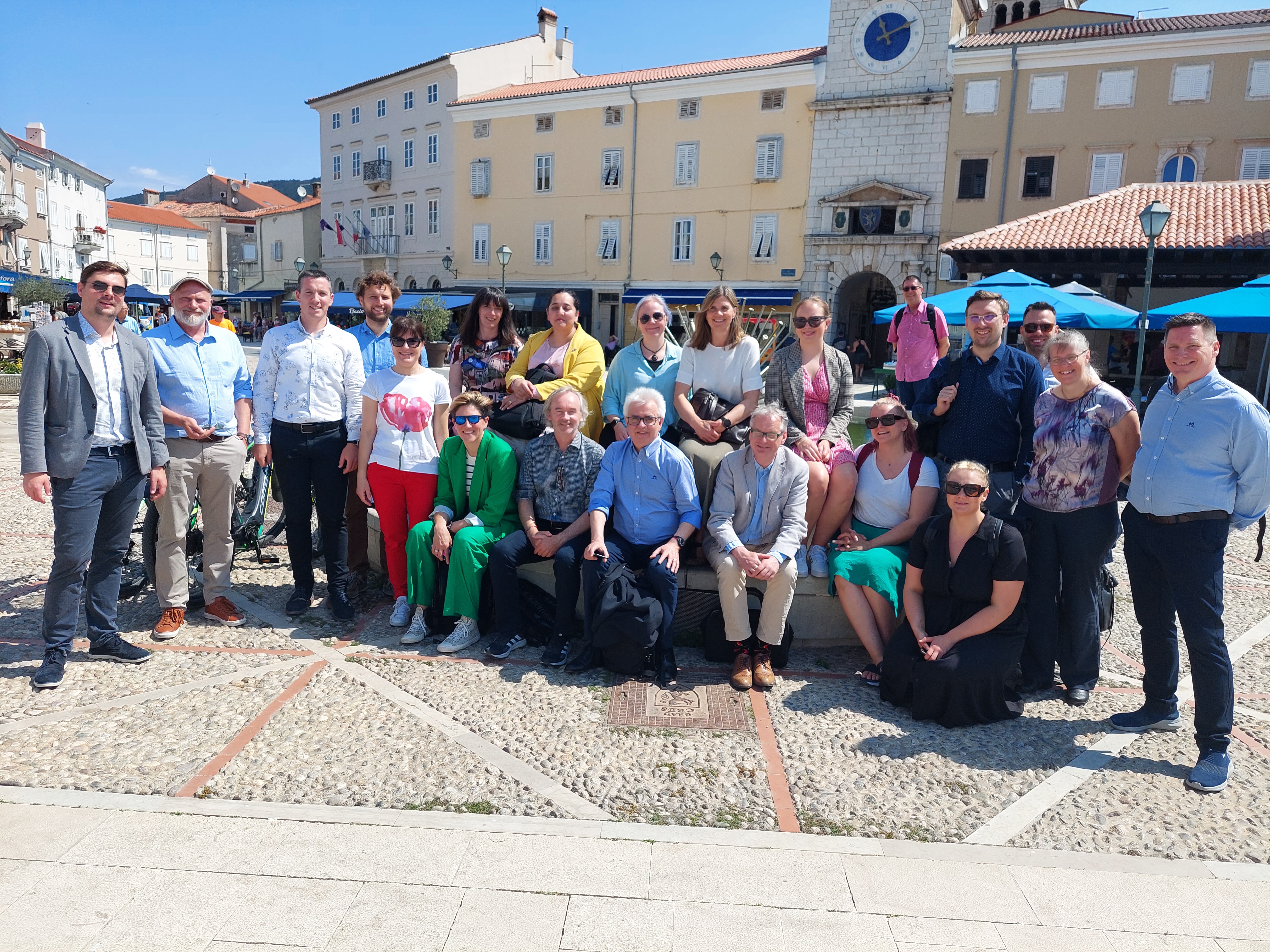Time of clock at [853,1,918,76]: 11:11
